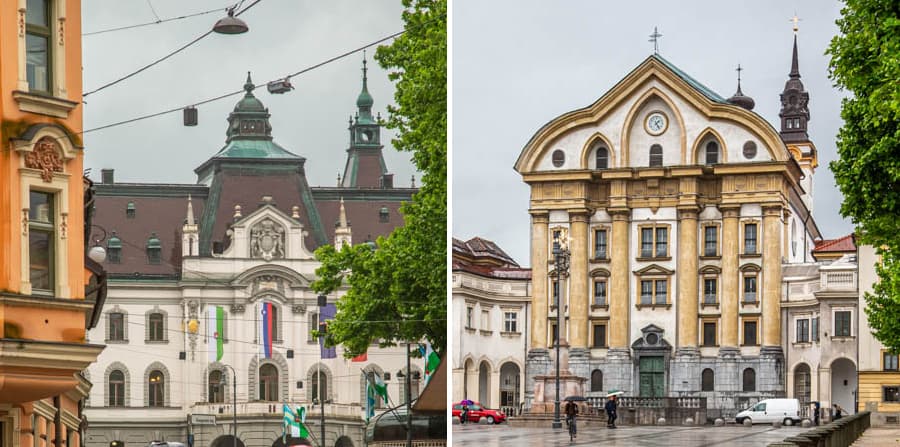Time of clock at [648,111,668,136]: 1:24
